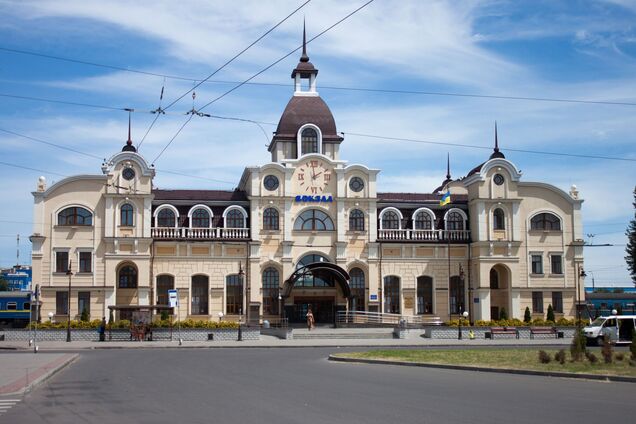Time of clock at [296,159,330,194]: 1:59
